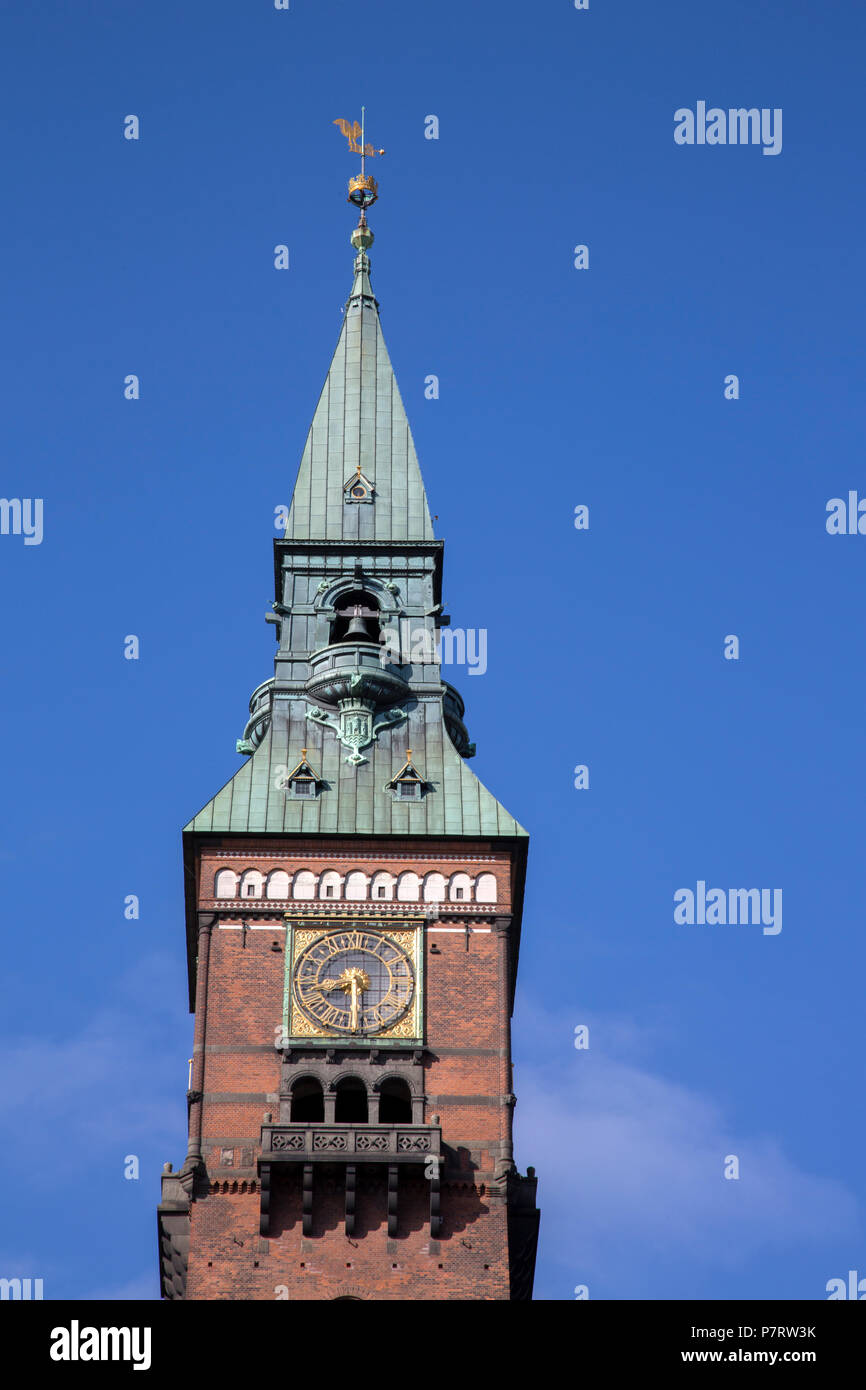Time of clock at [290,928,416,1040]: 8:29
